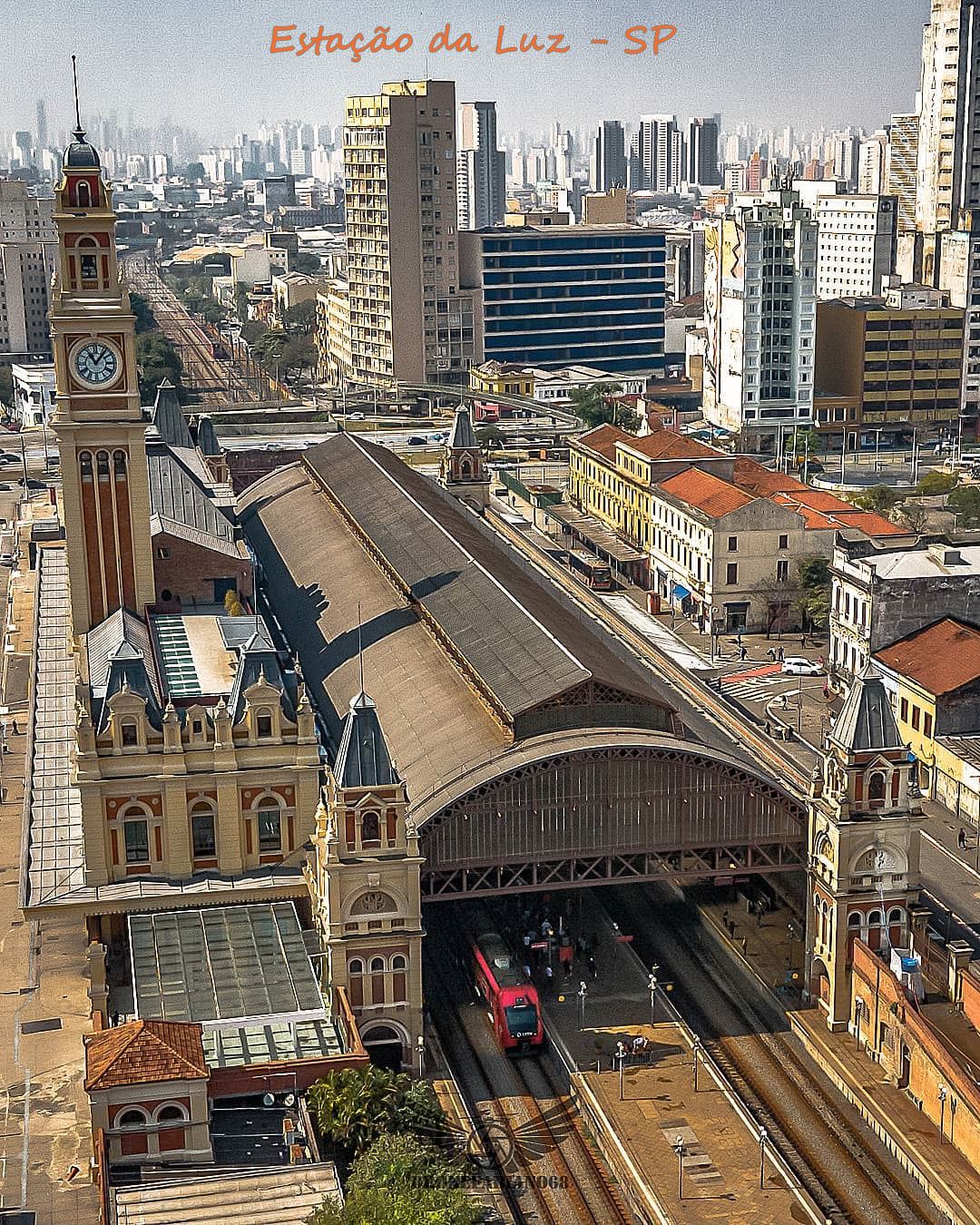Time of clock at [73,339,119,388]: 11:06
